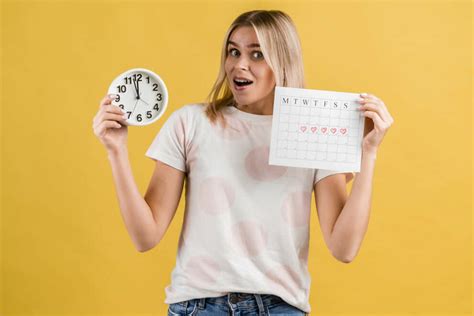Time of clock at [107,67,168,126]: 11:57
